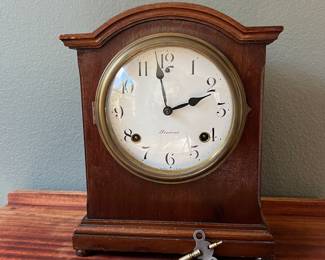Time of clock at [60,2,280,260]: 2:11
